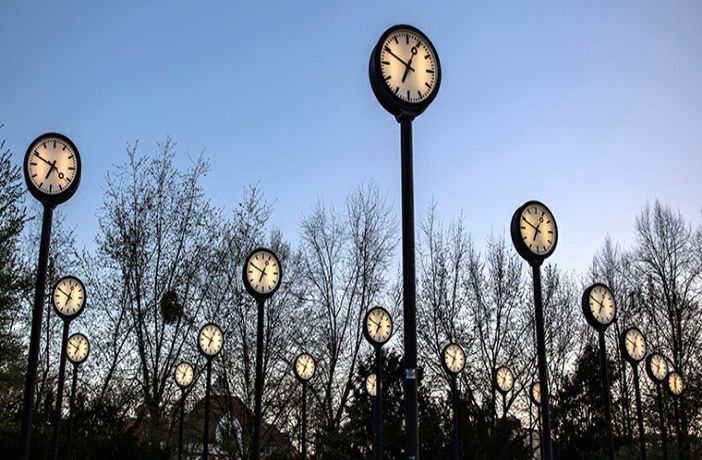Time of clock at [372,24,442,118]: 12:49
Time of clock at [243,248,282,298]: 12:49
